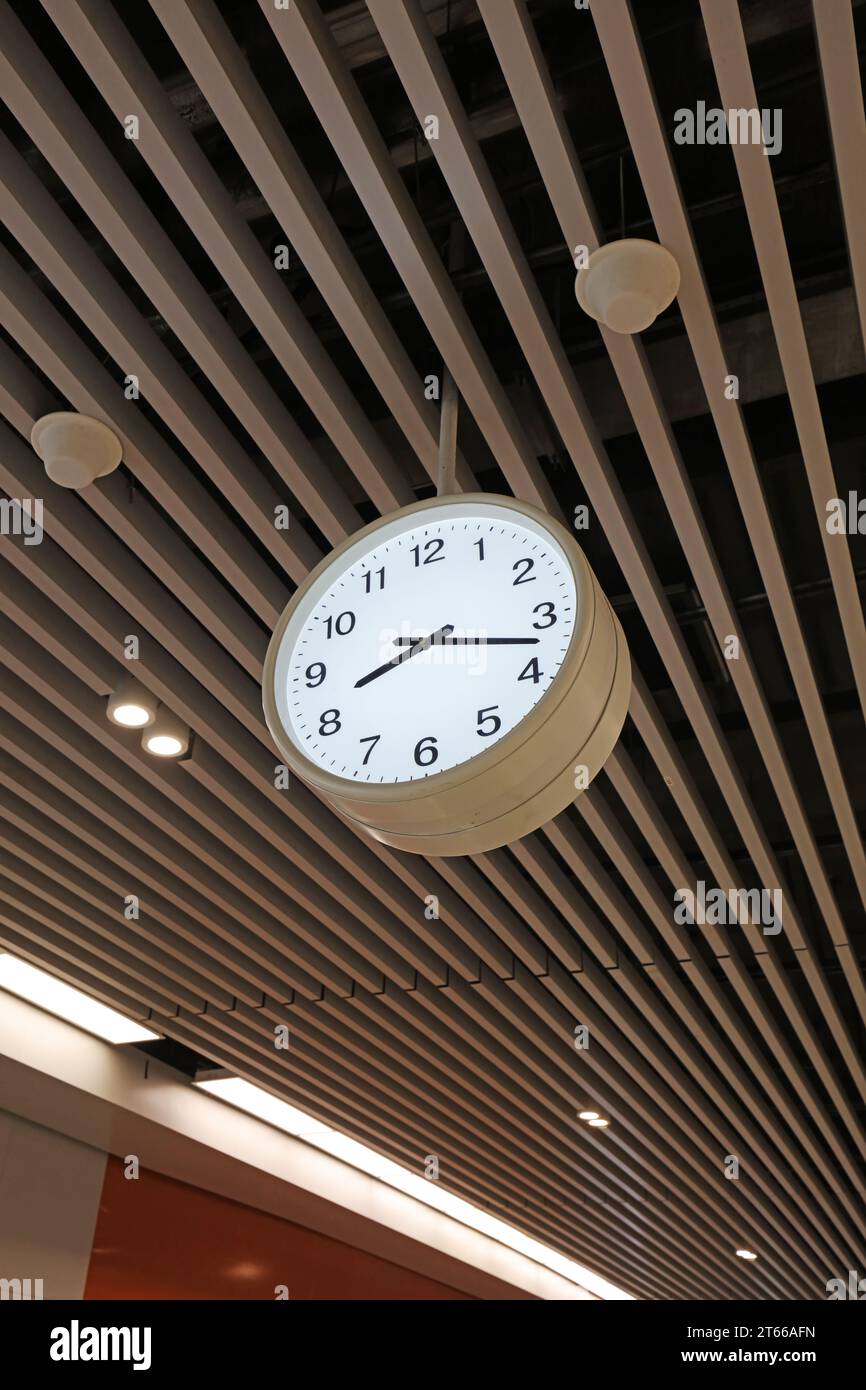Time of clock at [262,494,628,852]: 8:17
